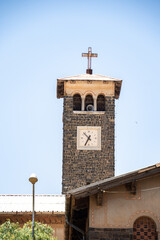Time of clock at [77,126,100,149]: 10:34
